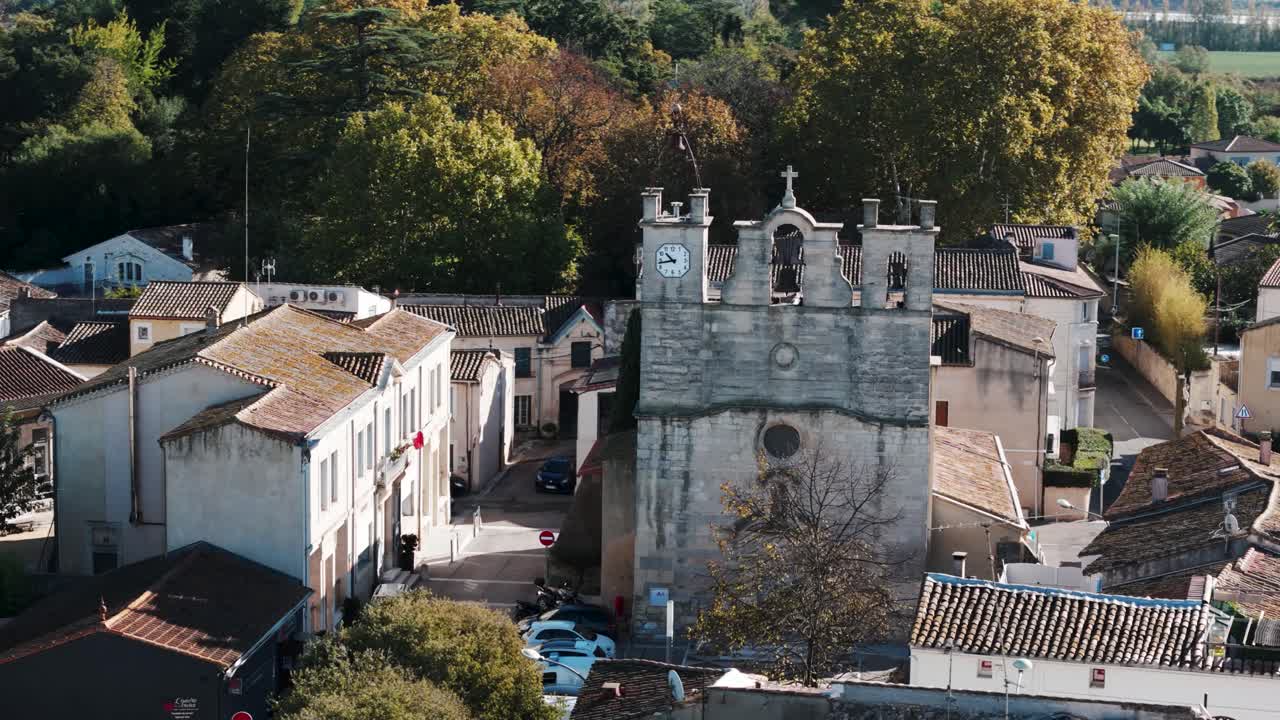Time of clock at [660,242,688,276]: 10:43
